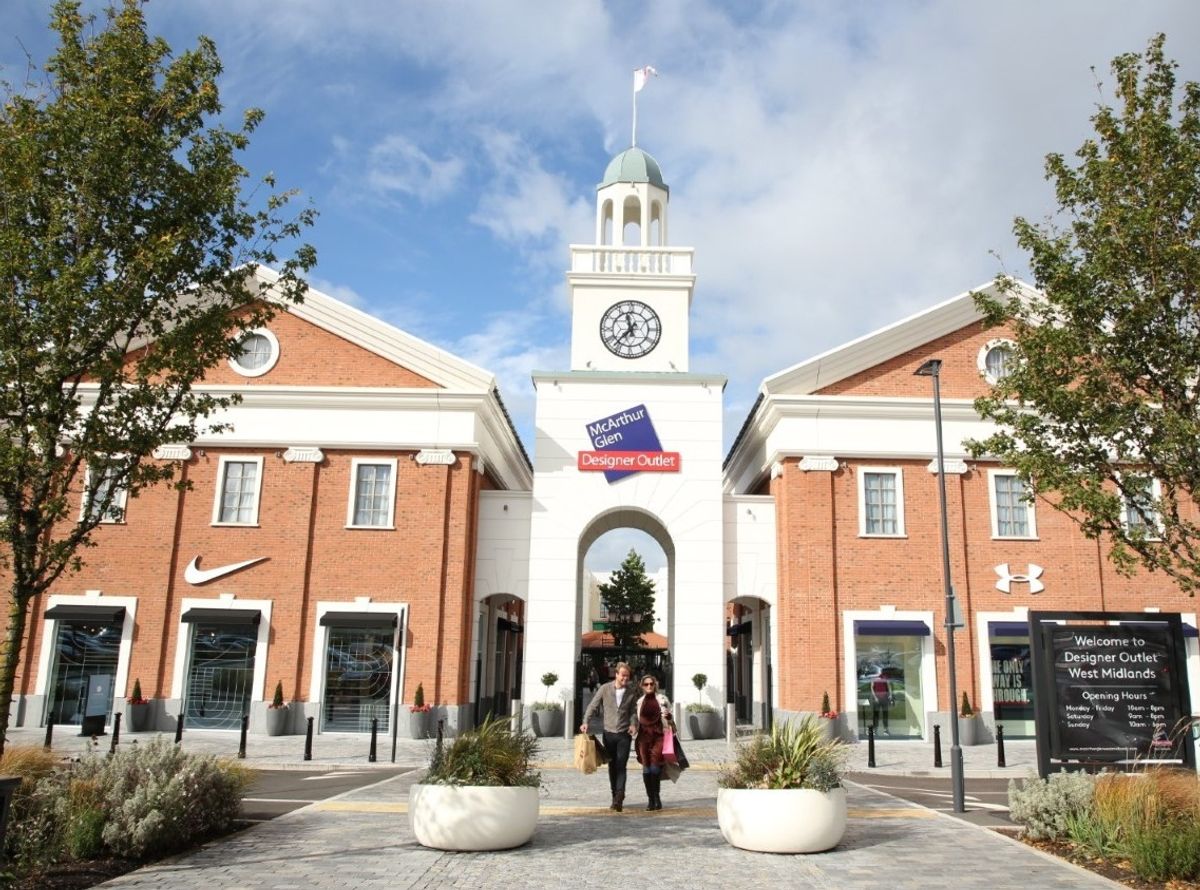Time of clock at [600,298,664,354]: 11:36
